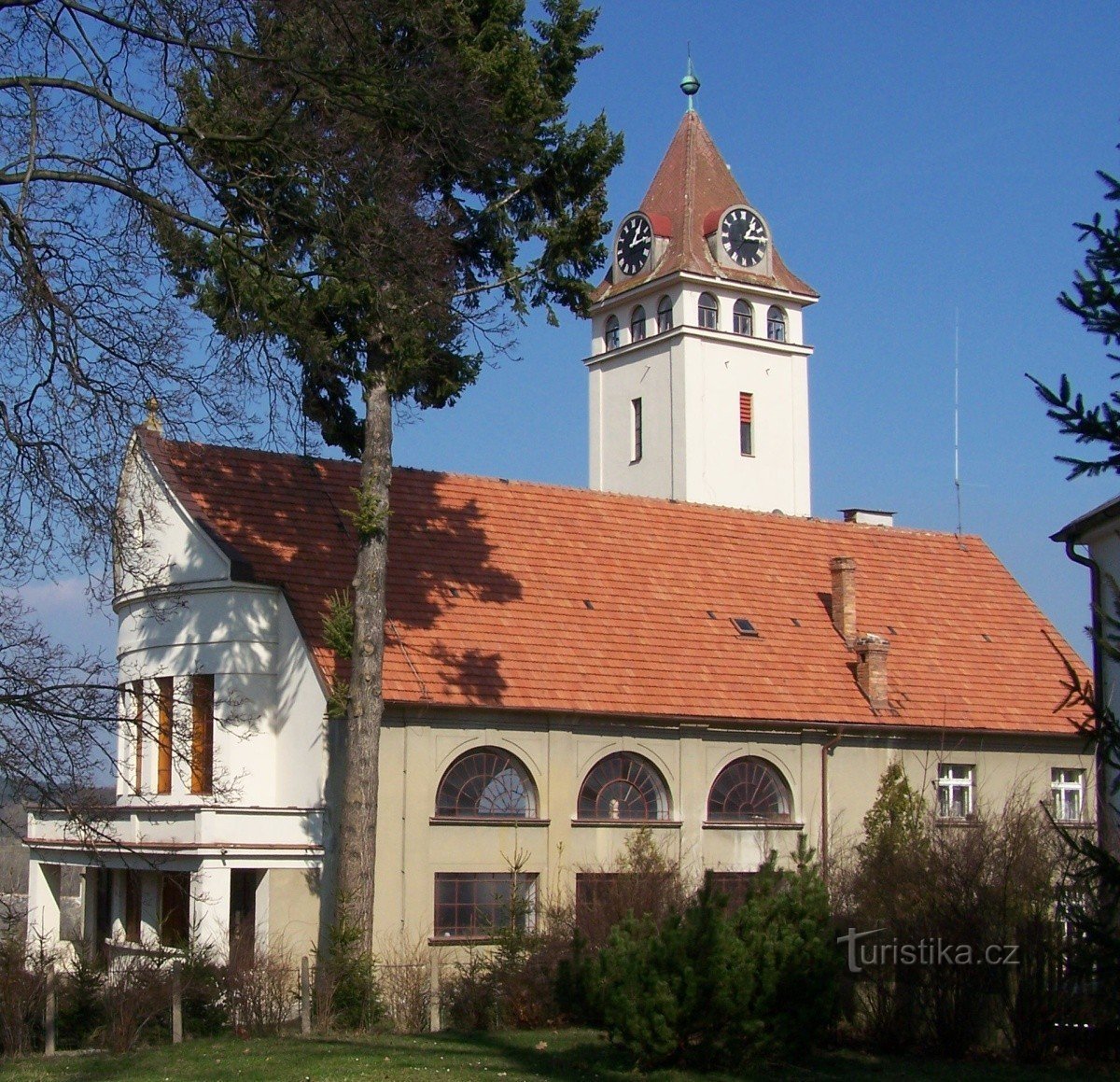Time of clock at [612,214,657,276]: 1:13
